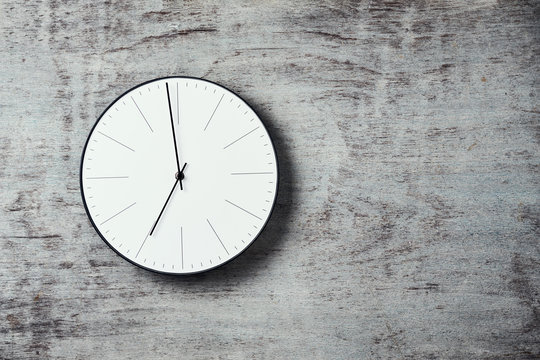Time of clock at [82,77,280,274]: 6:58
